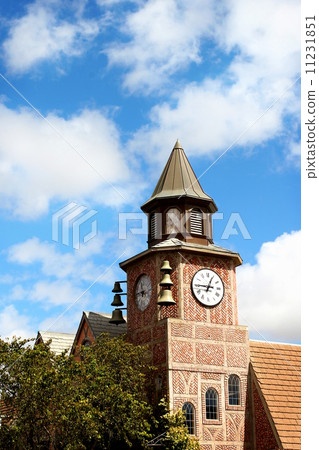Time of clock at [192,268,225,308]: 12:45
